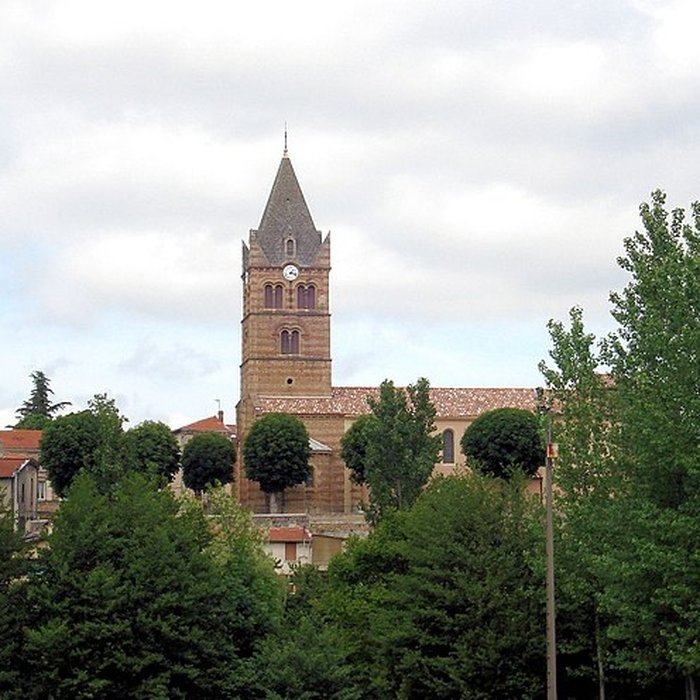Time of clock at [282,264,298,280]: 1:18
